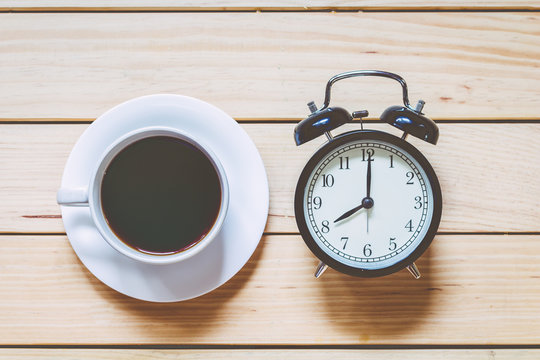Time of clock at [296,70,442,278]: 8:00
